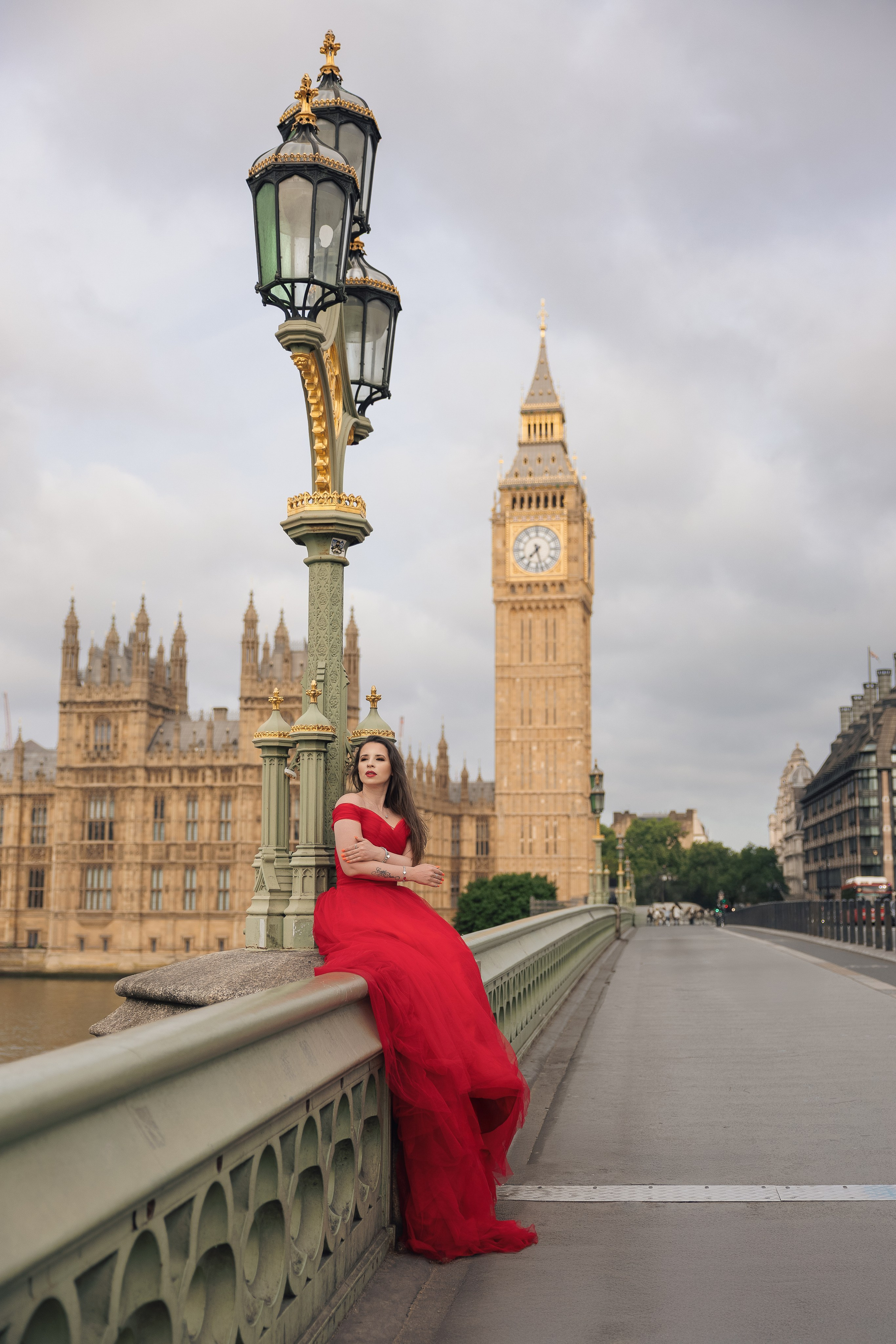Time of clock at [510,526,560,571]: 7:27
